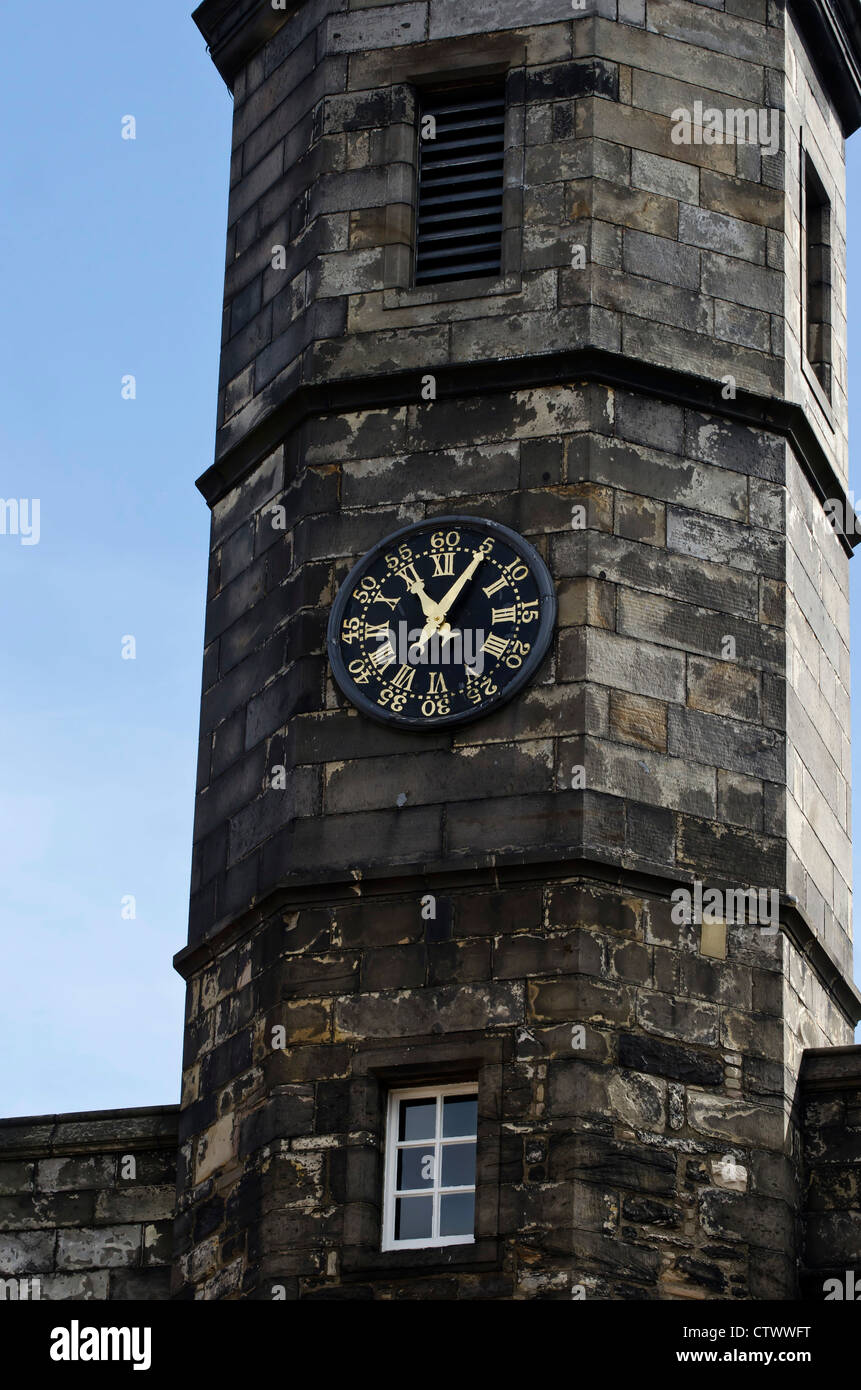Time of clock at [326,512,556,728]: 11:05
